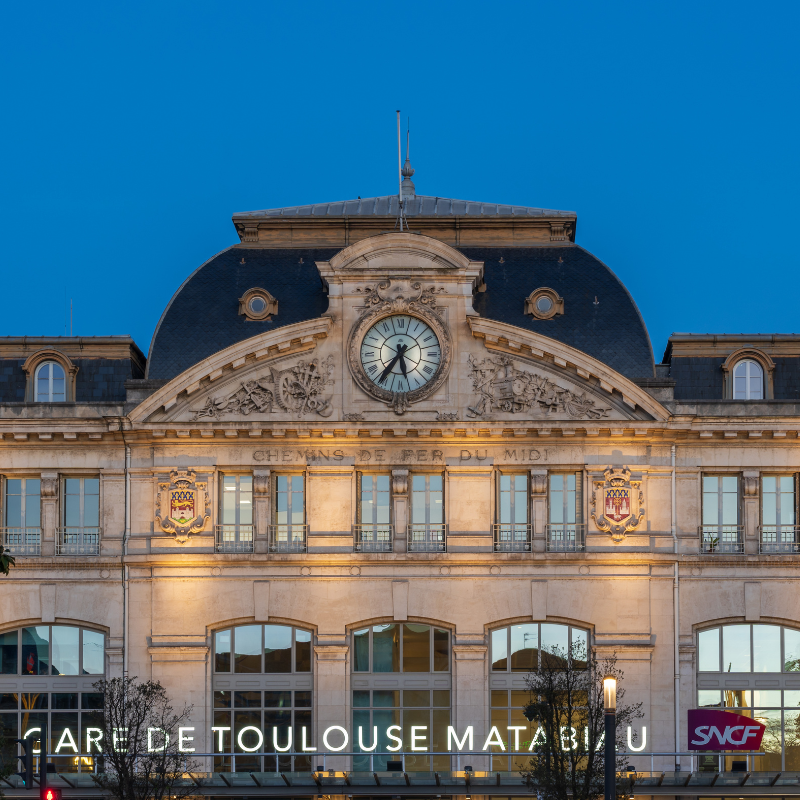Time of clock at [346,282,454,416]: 5:35
